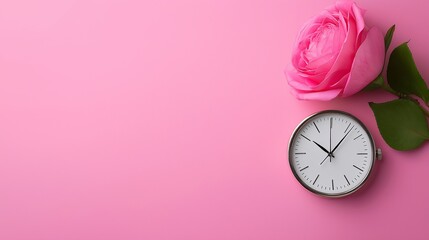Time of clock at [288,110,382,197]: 10:06
